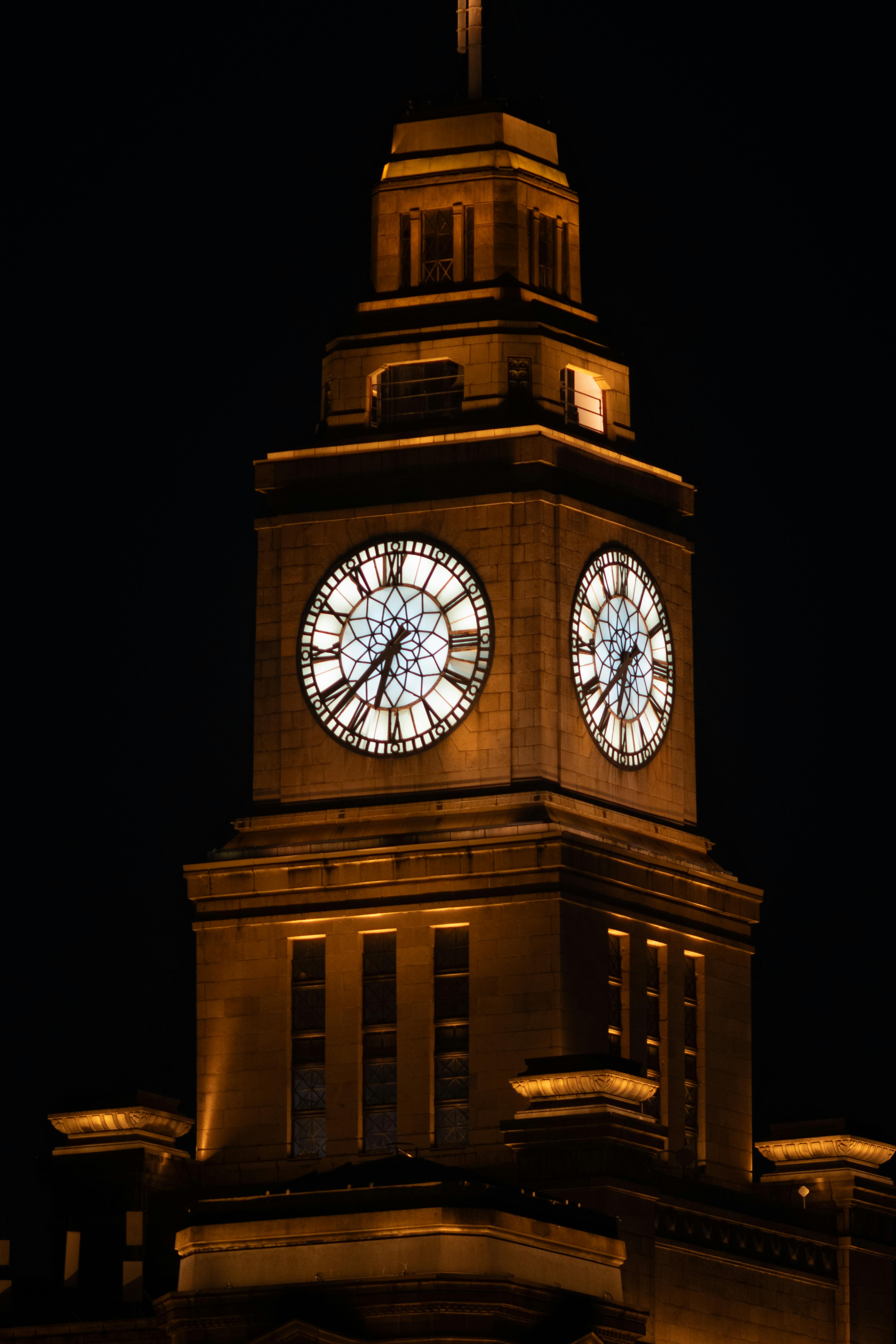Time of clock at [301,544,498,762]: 6:37
